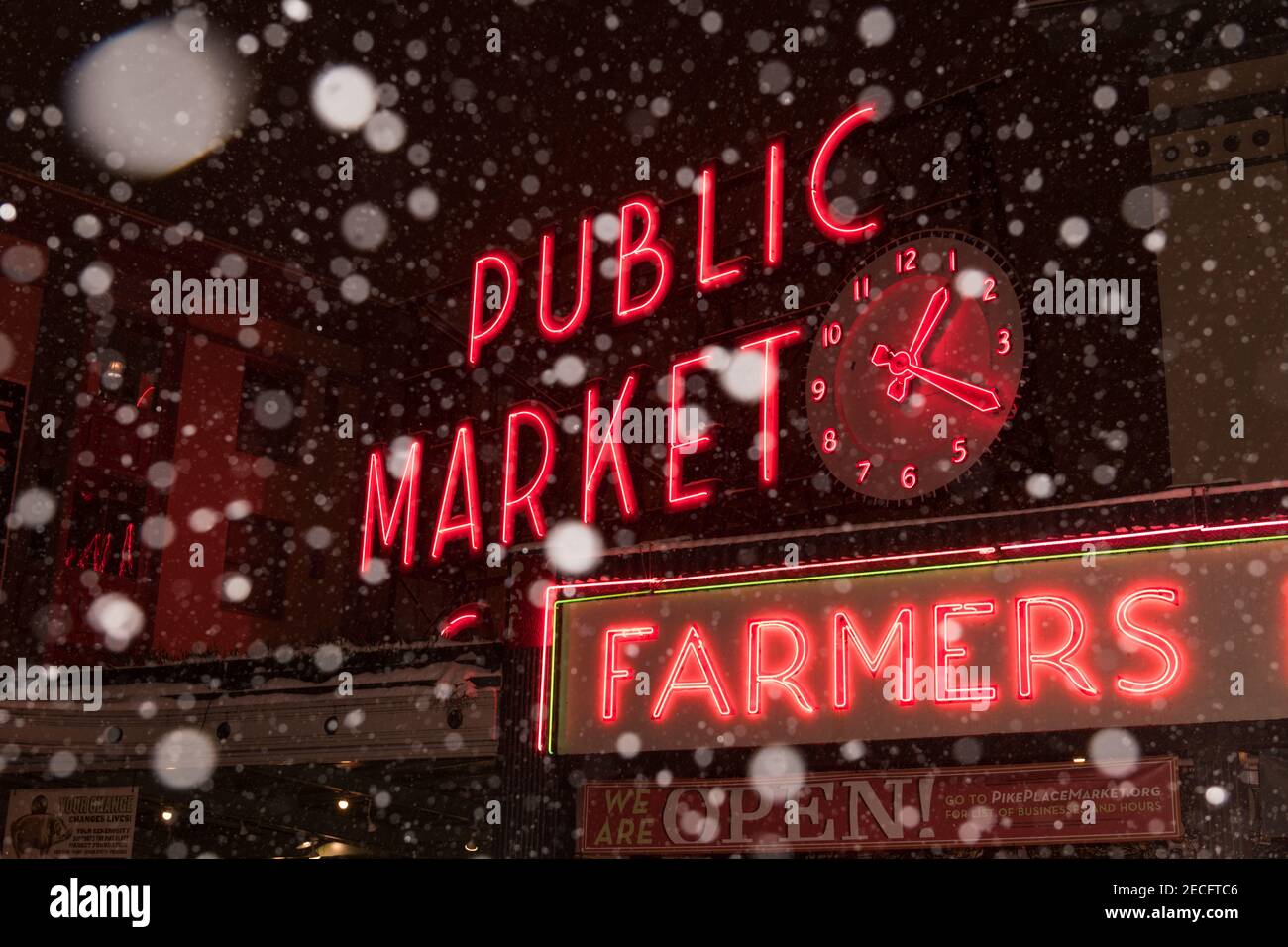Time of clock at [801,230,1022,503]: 1:19
